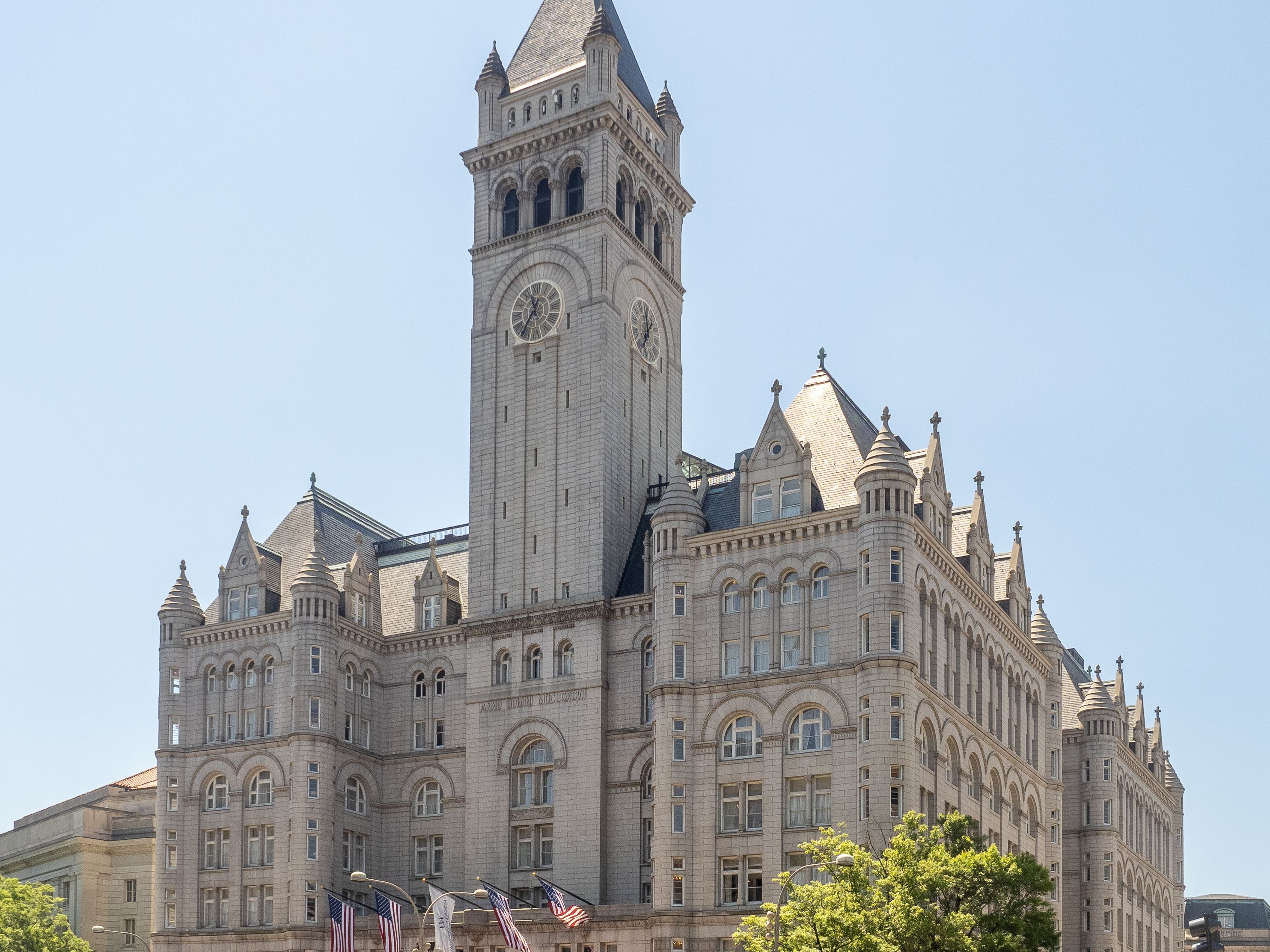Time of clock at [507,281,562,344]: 12:36
